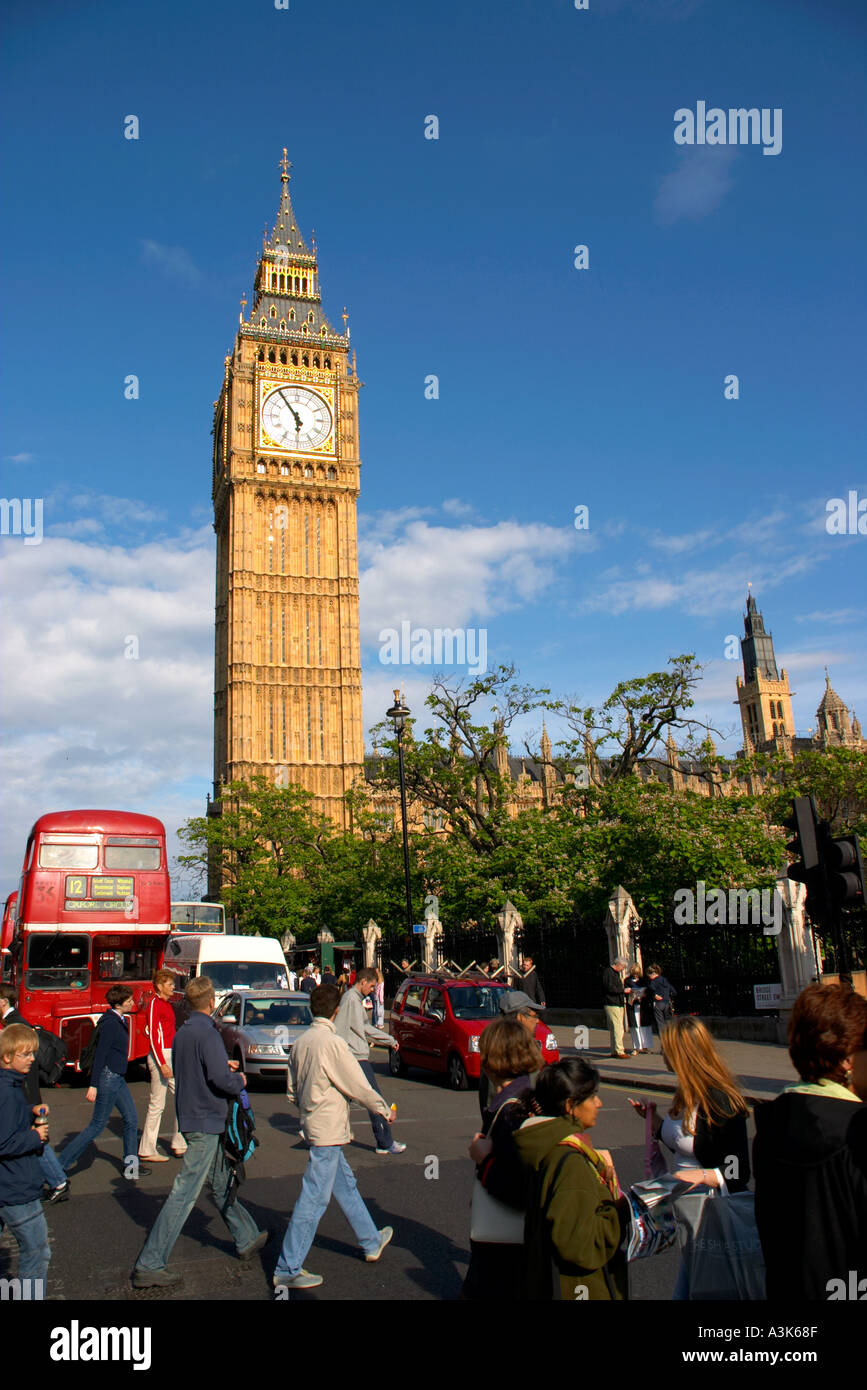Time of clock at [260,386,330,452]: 5:54
